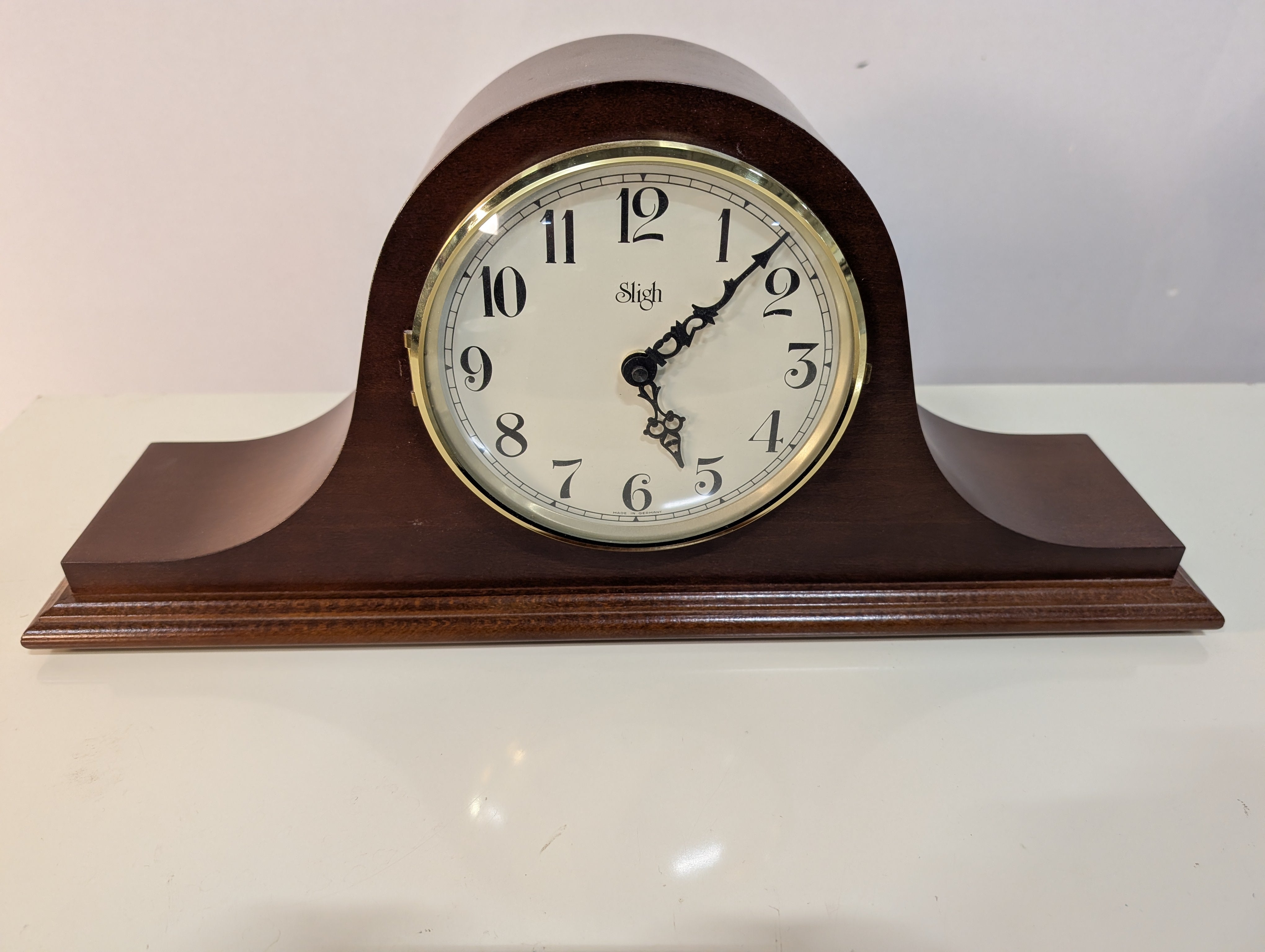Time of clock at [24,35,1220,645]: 5:07
